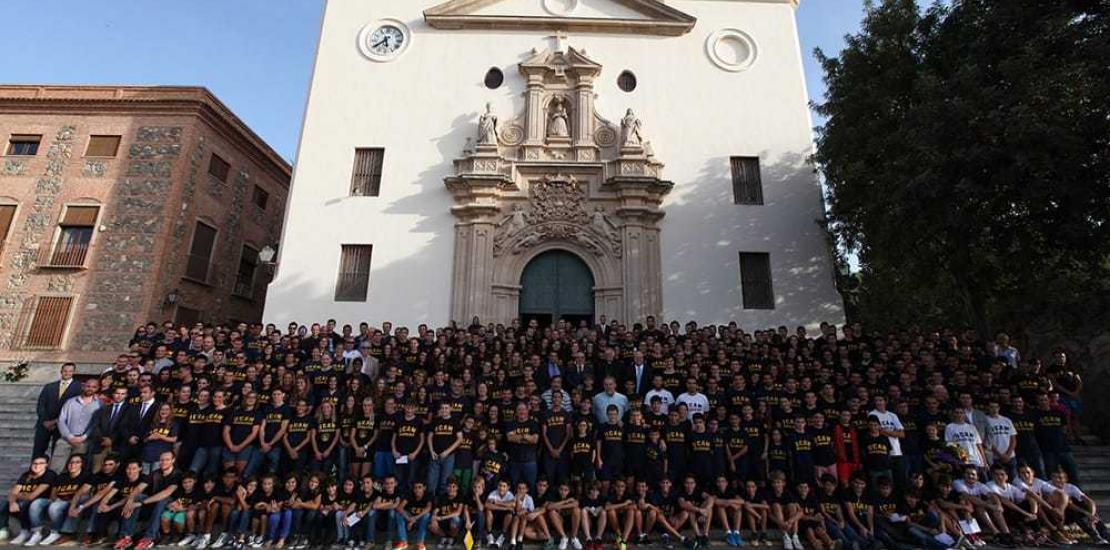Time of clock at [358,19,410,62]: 5:38
